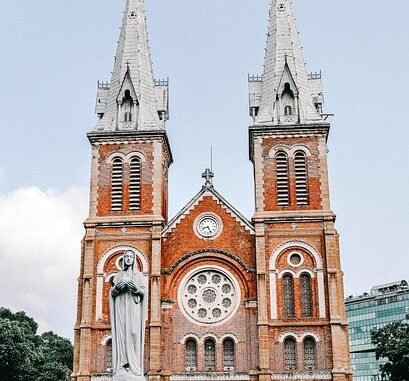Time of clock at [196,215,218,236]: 8:26
